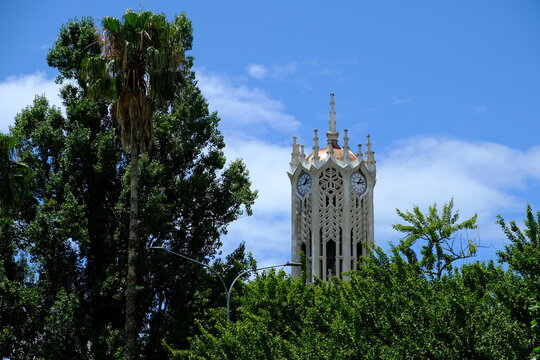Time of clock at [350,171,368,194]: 1:12
